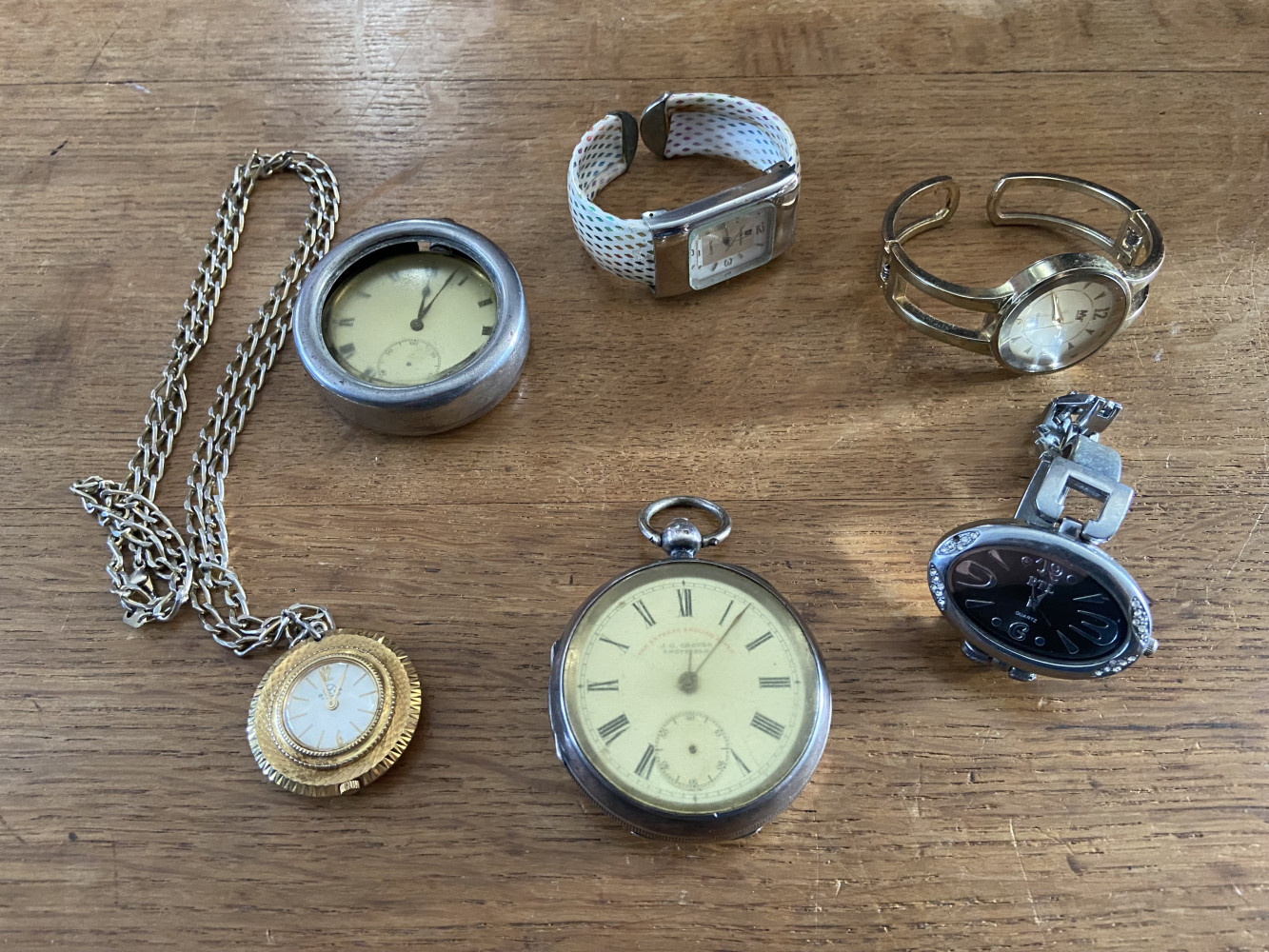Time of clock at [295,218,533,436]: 12:03
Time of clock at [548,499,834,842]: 12:06
